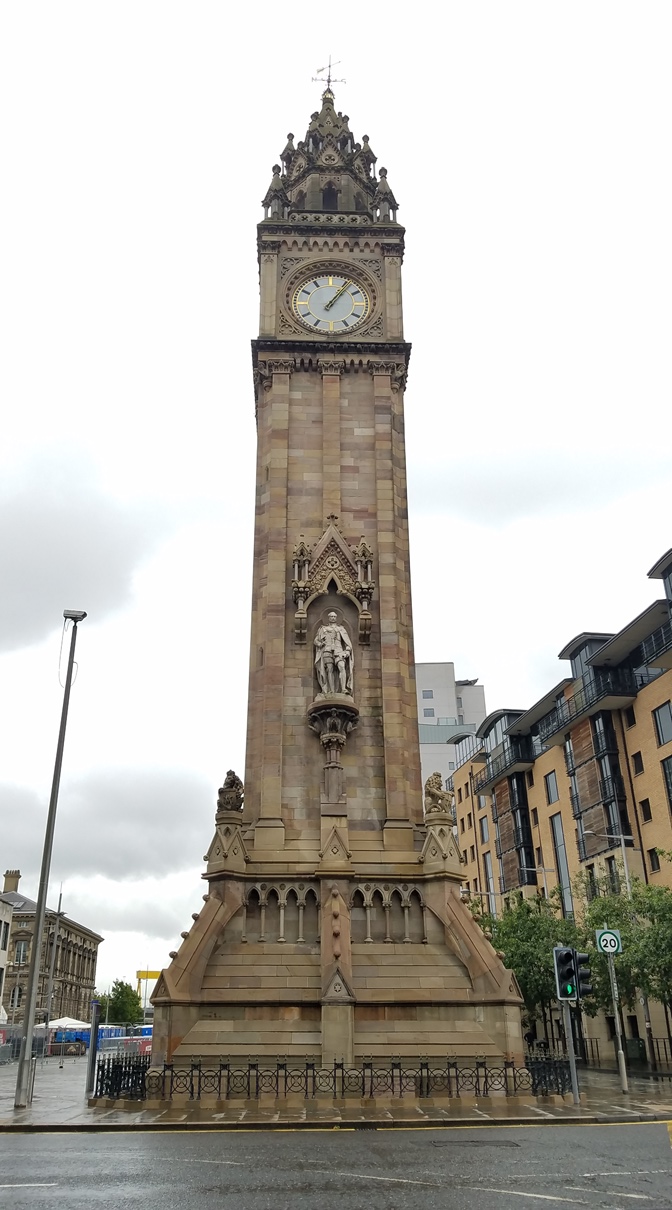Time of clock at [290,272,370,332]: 1:06
